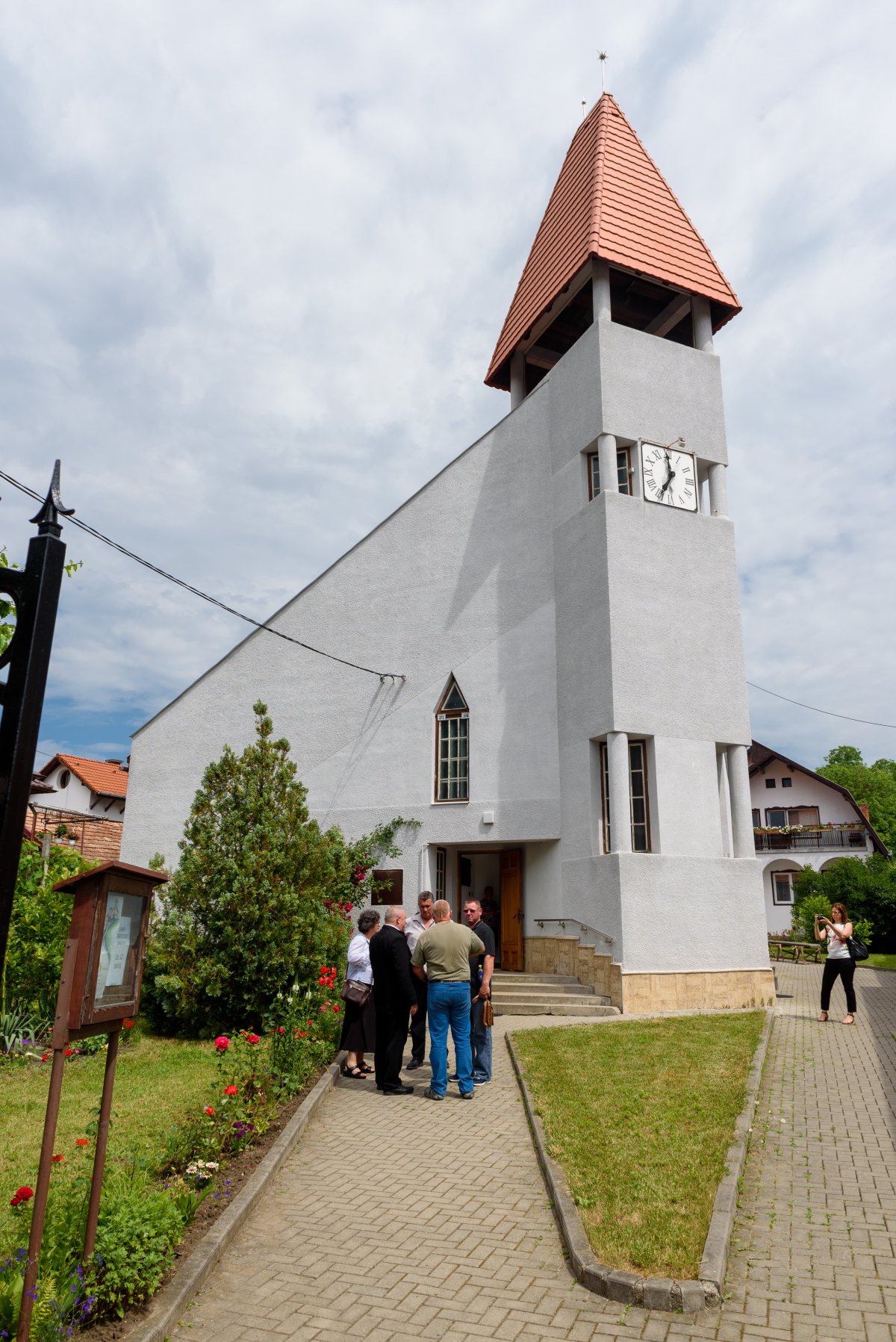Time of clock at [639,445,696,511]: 6:59
